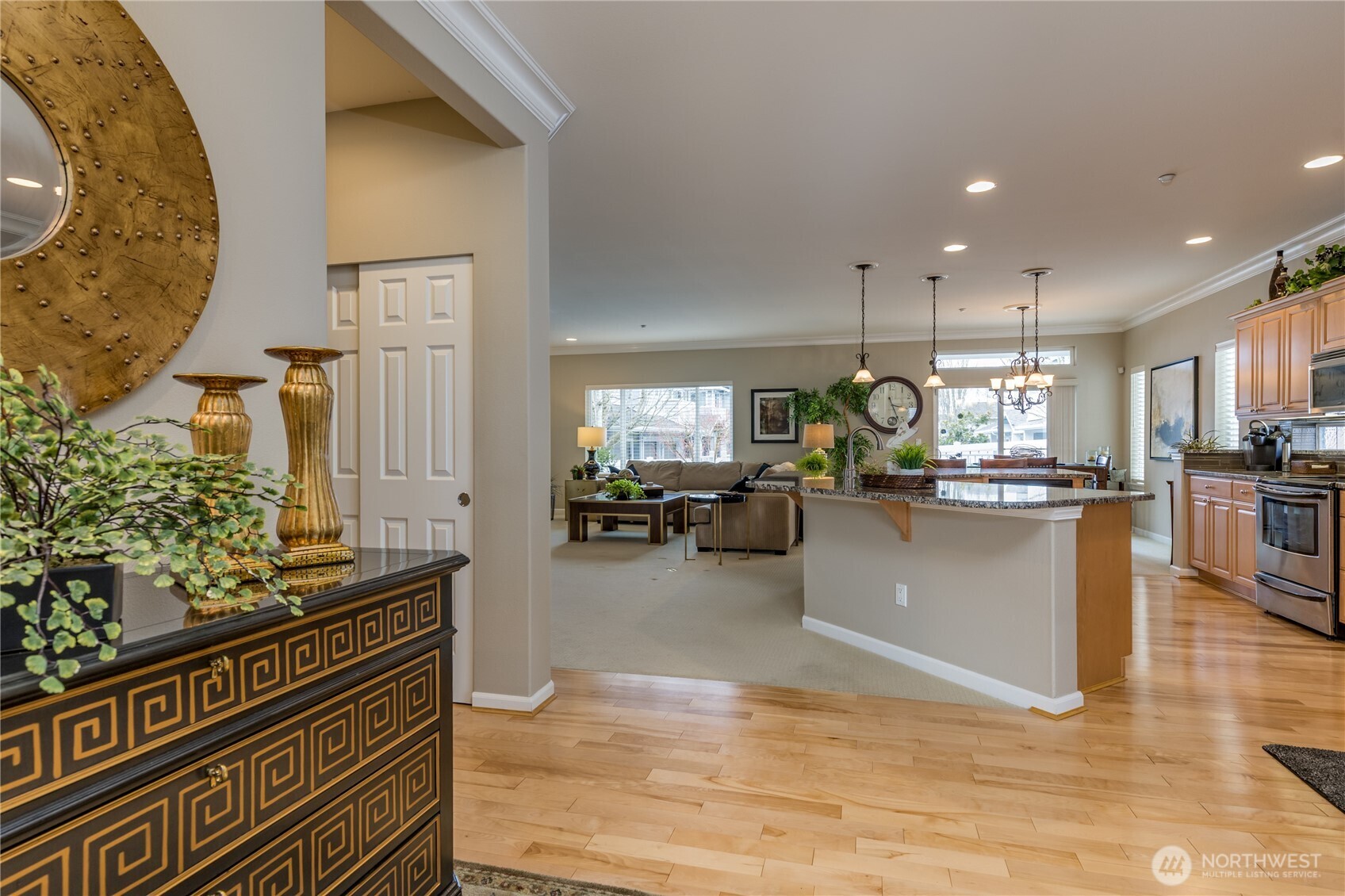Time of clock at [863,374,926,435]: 3:26
